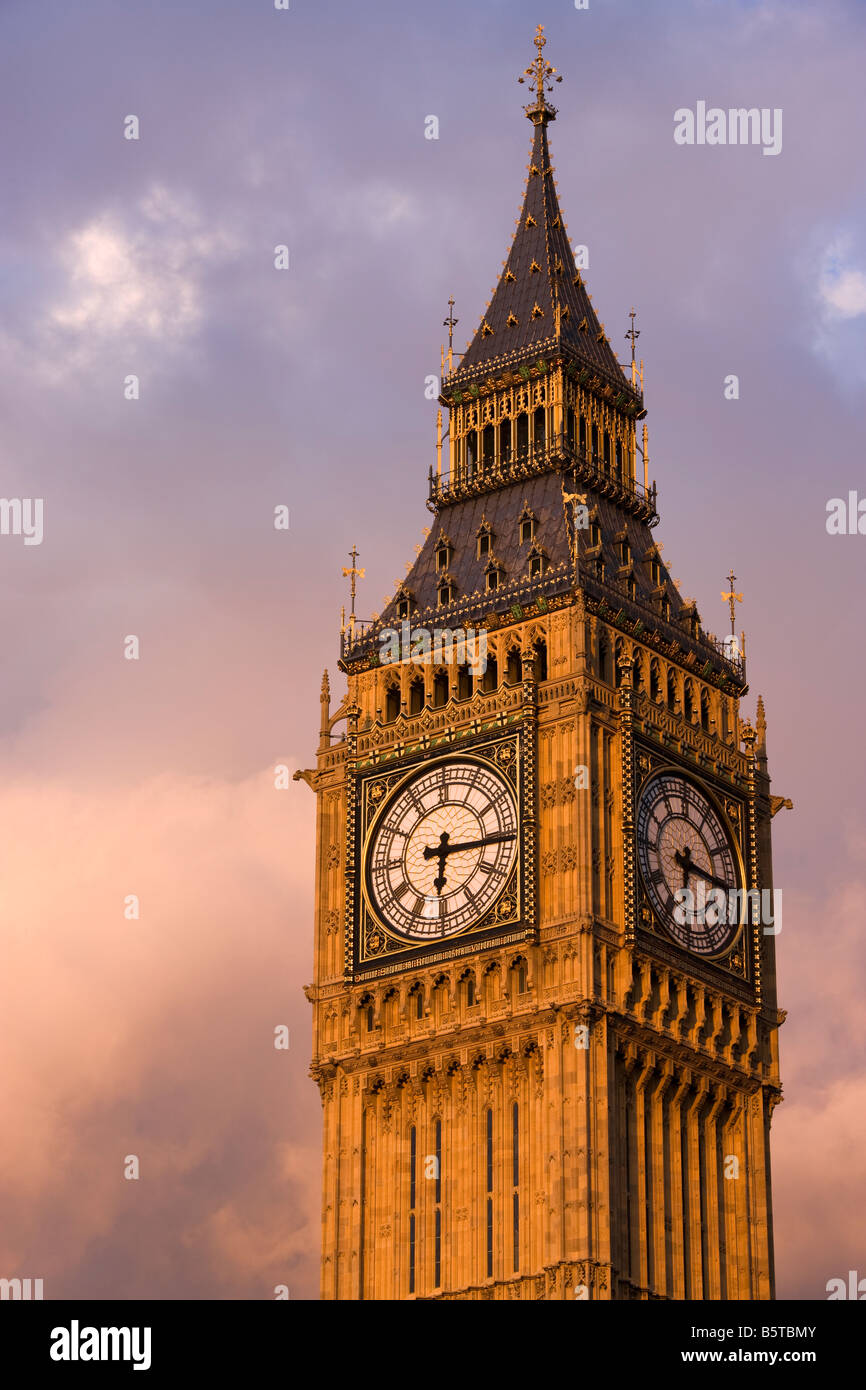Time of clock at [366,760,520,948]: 6:15
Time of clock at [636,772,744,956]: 6:15
